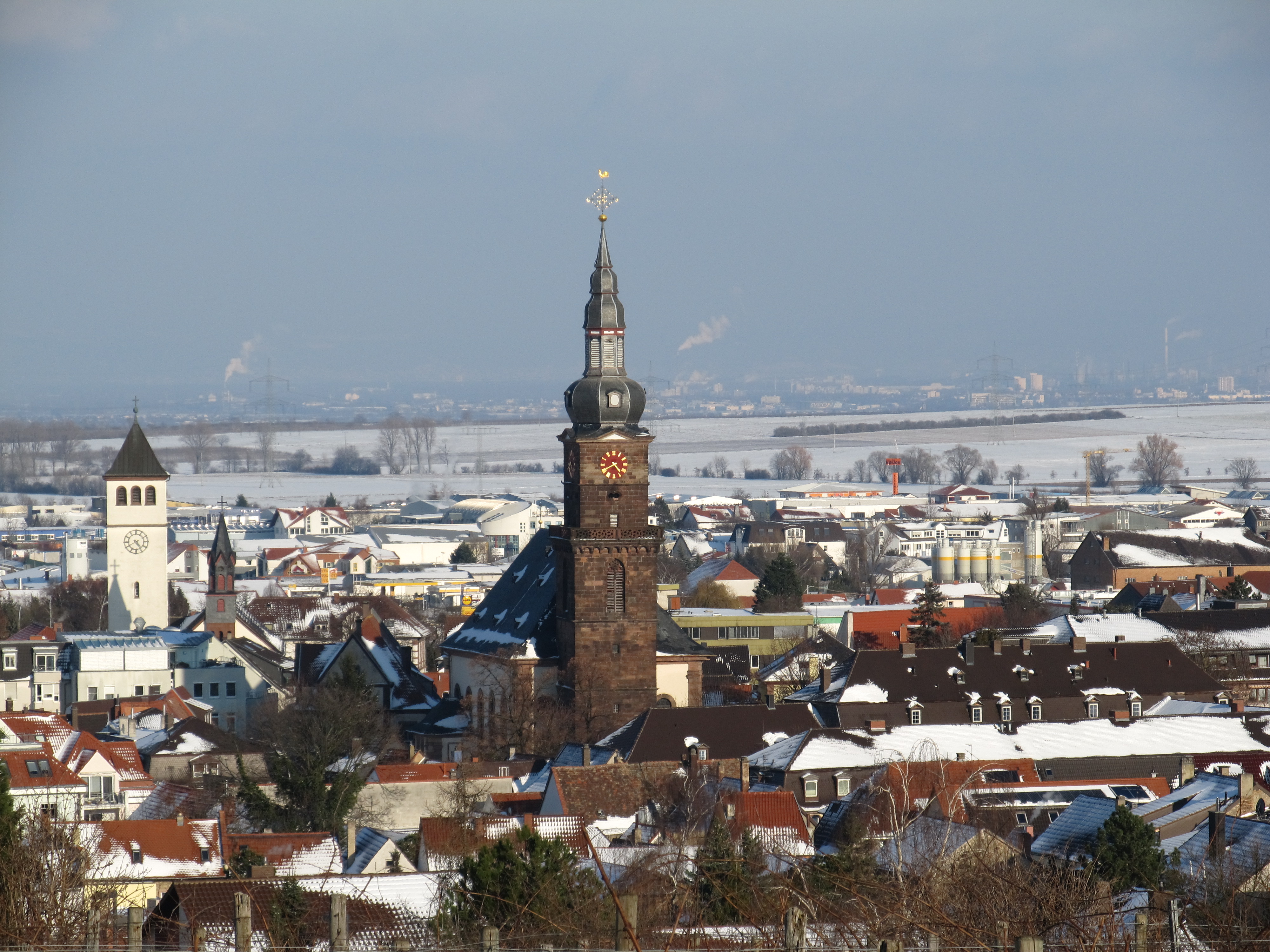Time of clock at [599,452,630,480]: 4:40
